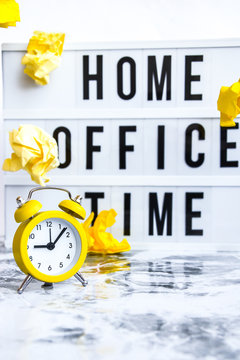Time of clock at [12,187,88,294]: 9:07
